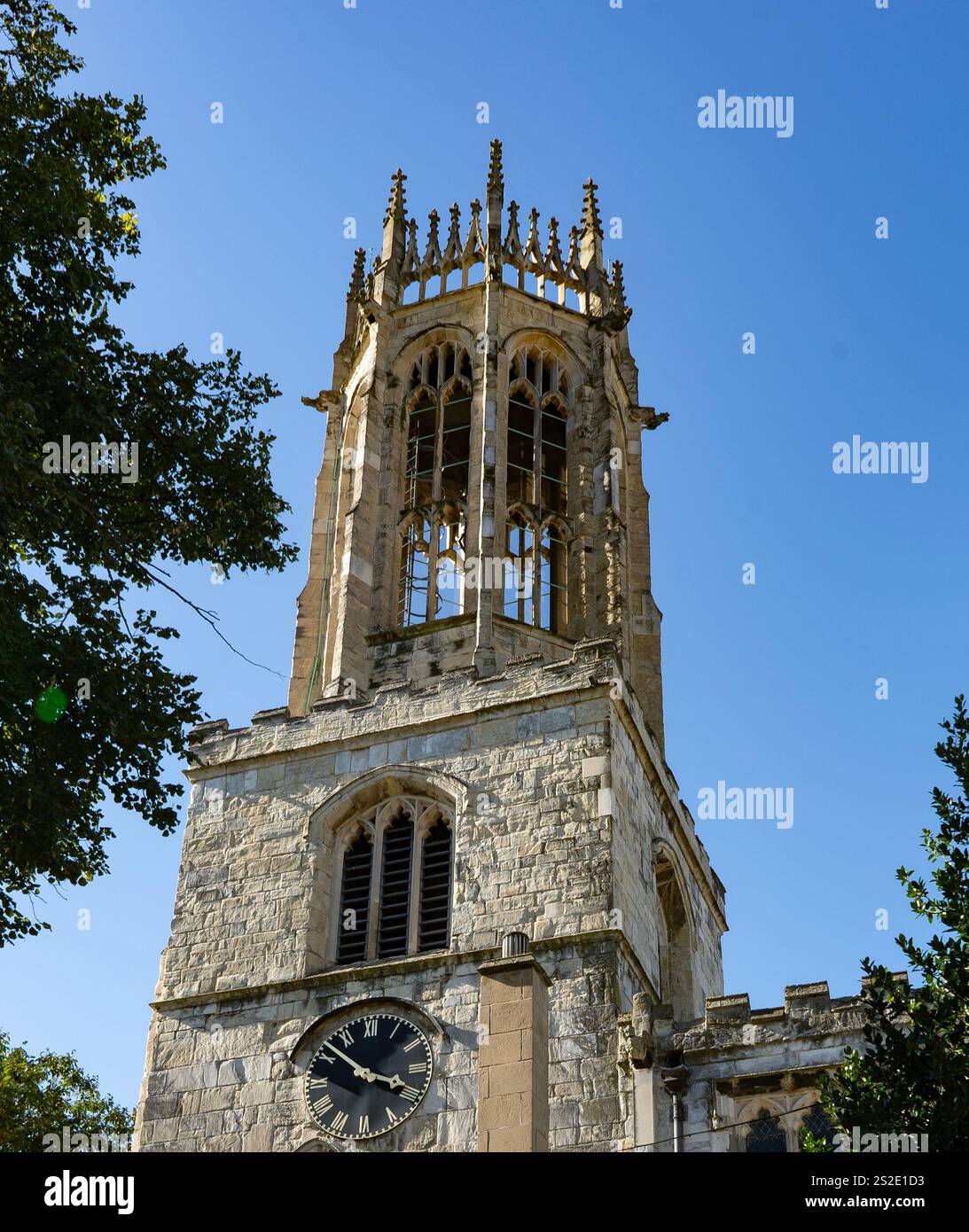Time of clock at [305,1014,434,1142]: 3:52
